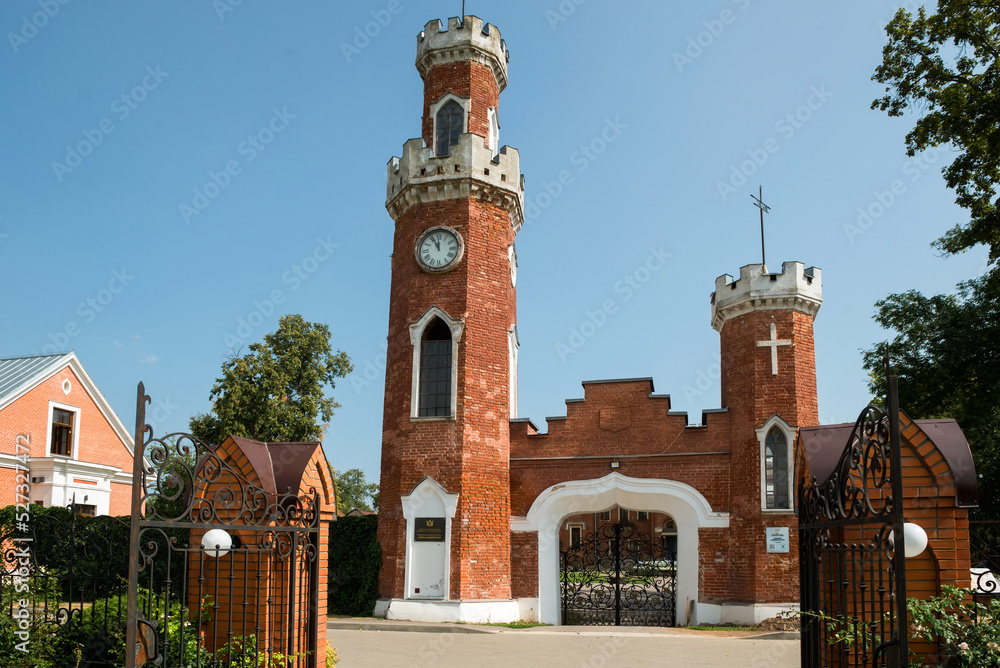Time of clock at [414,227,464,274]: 11:55
